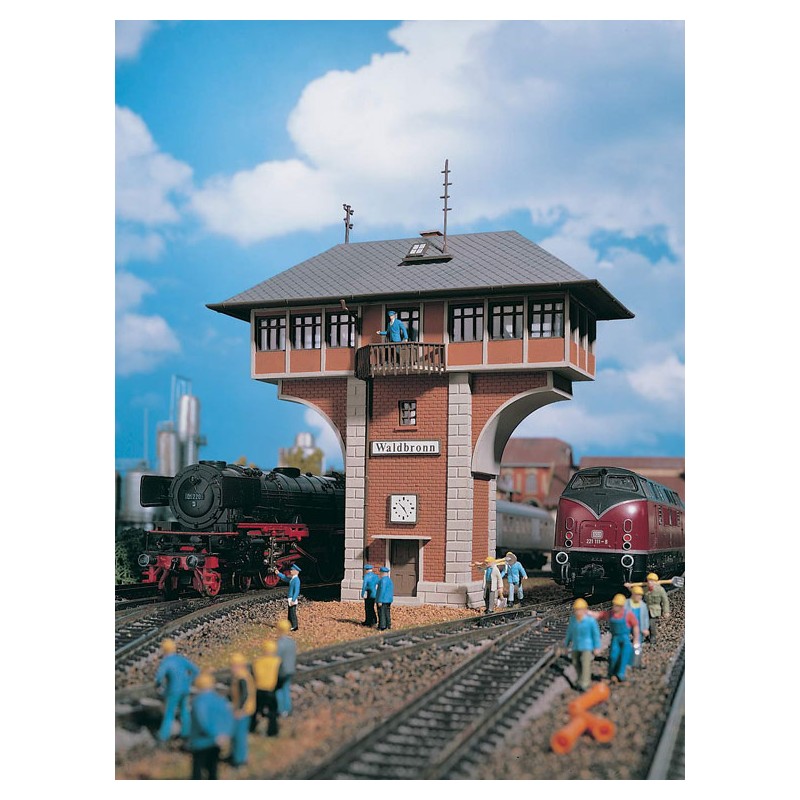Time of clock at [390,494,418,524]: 4:52
